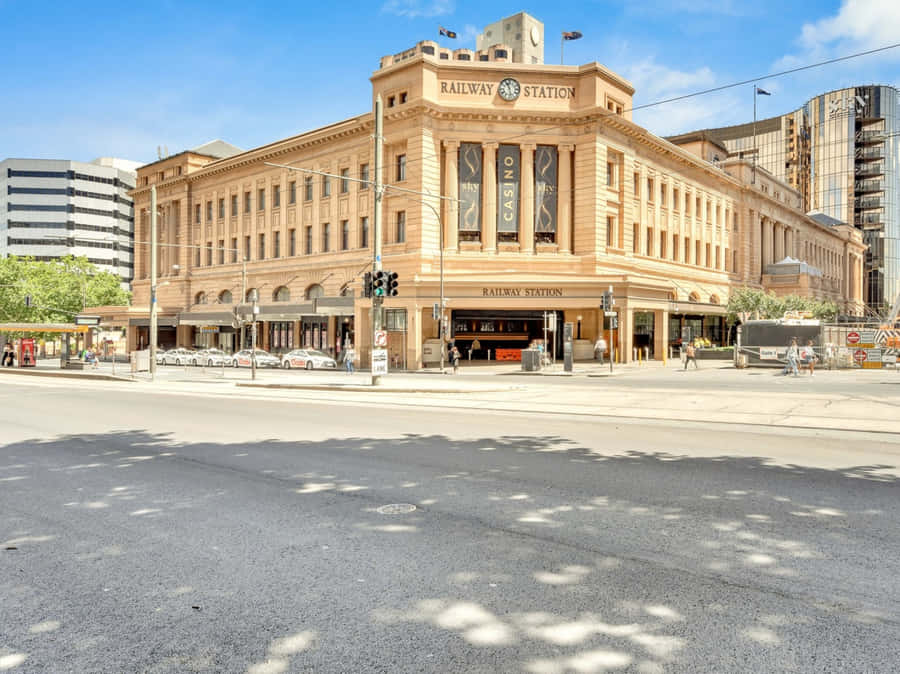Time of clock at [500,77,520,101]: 11:28
